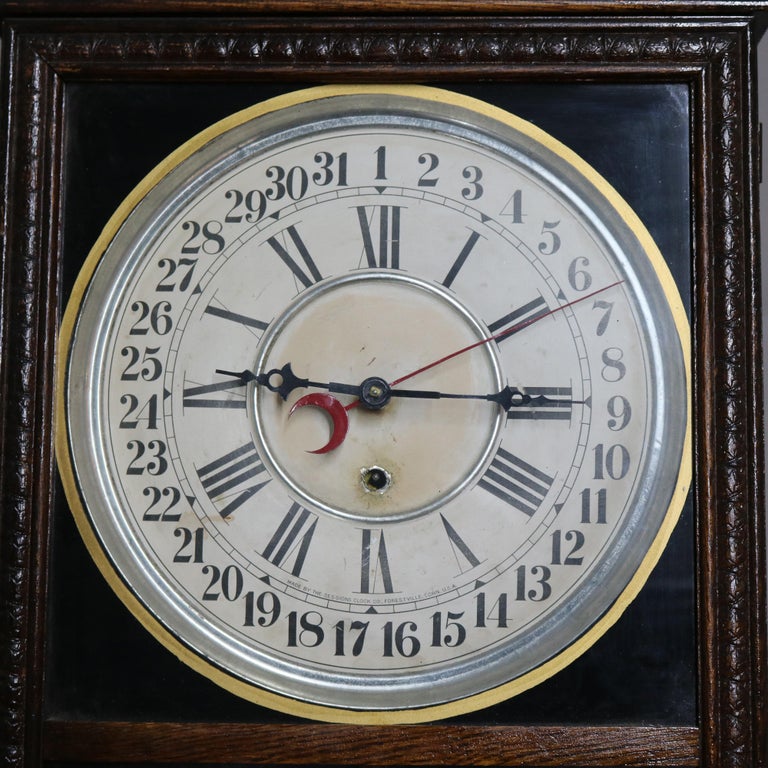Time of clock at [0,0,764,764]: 9:14
